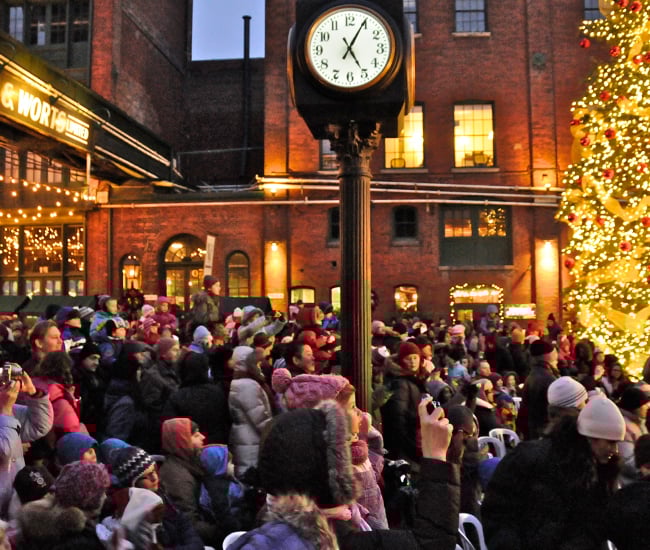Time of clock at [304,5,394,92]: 5:04
